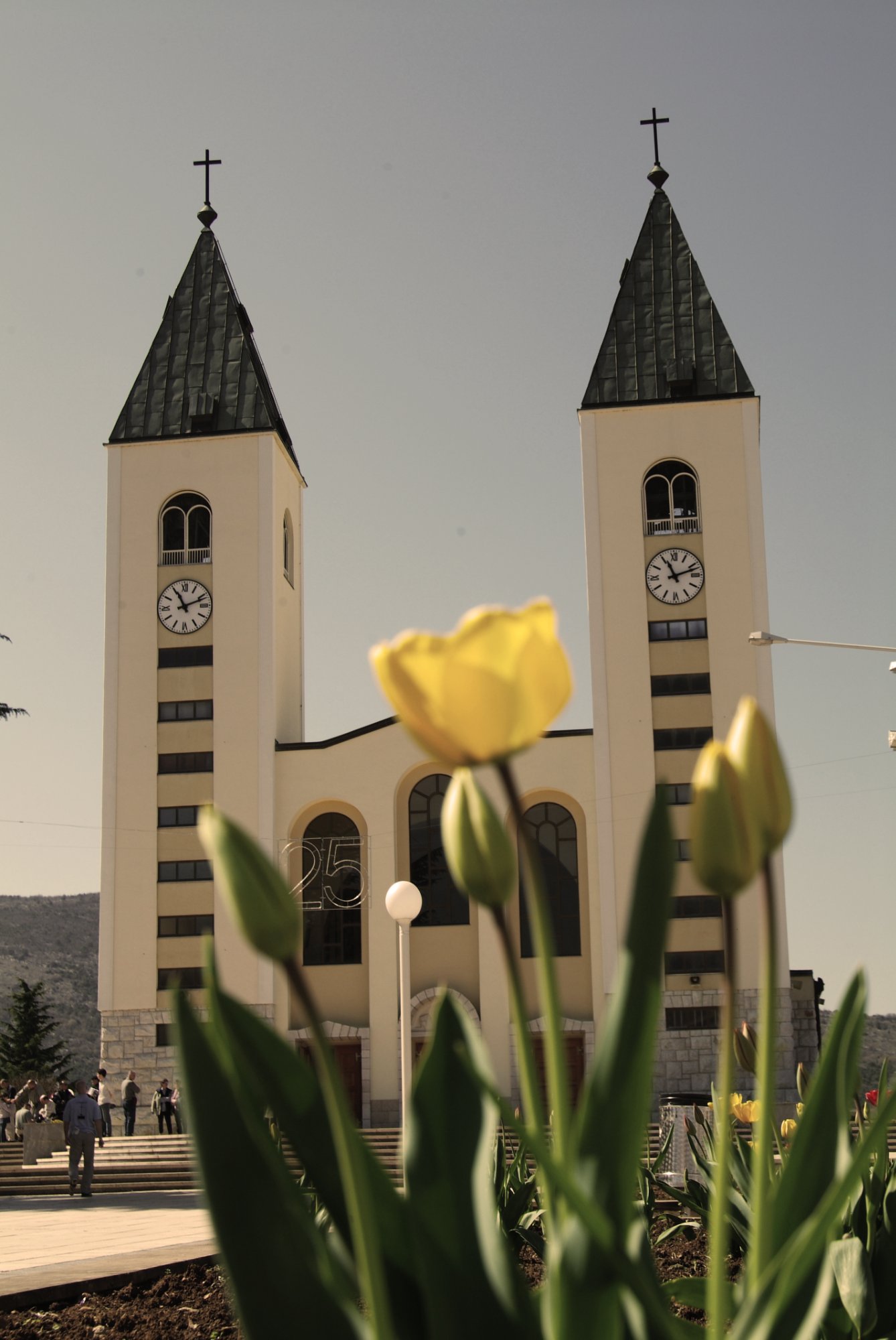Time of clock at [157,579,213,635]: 11:11
